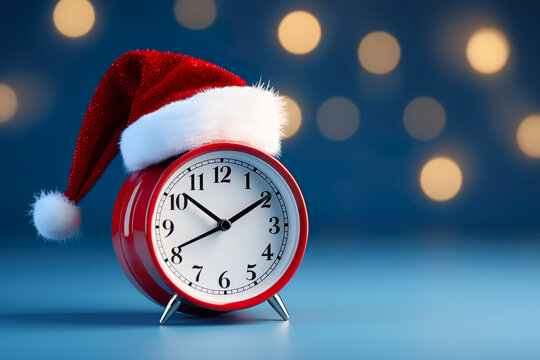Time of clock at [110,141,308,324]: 10:09
